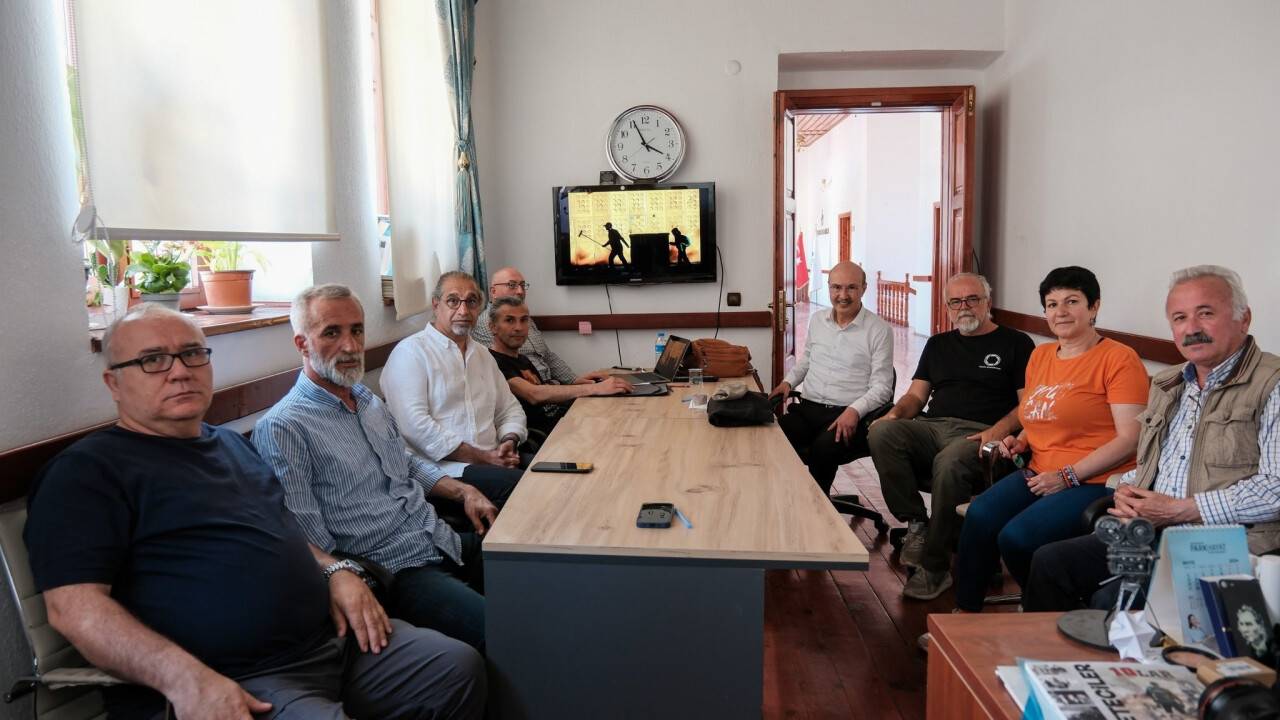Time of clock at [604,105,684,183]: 3:55
